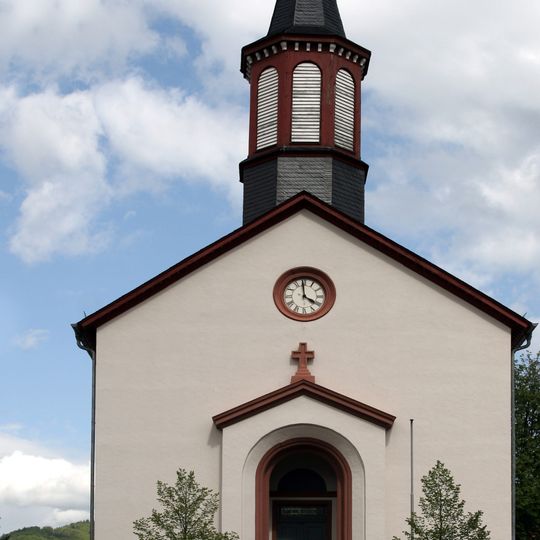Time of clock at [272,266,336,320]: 3:58
